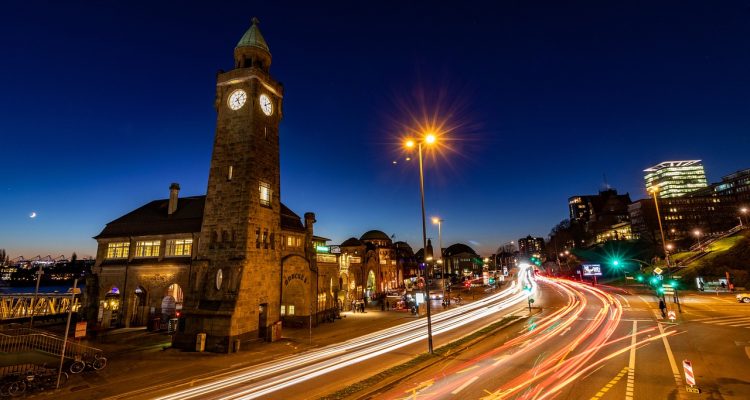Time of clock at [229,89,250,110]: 5:07
